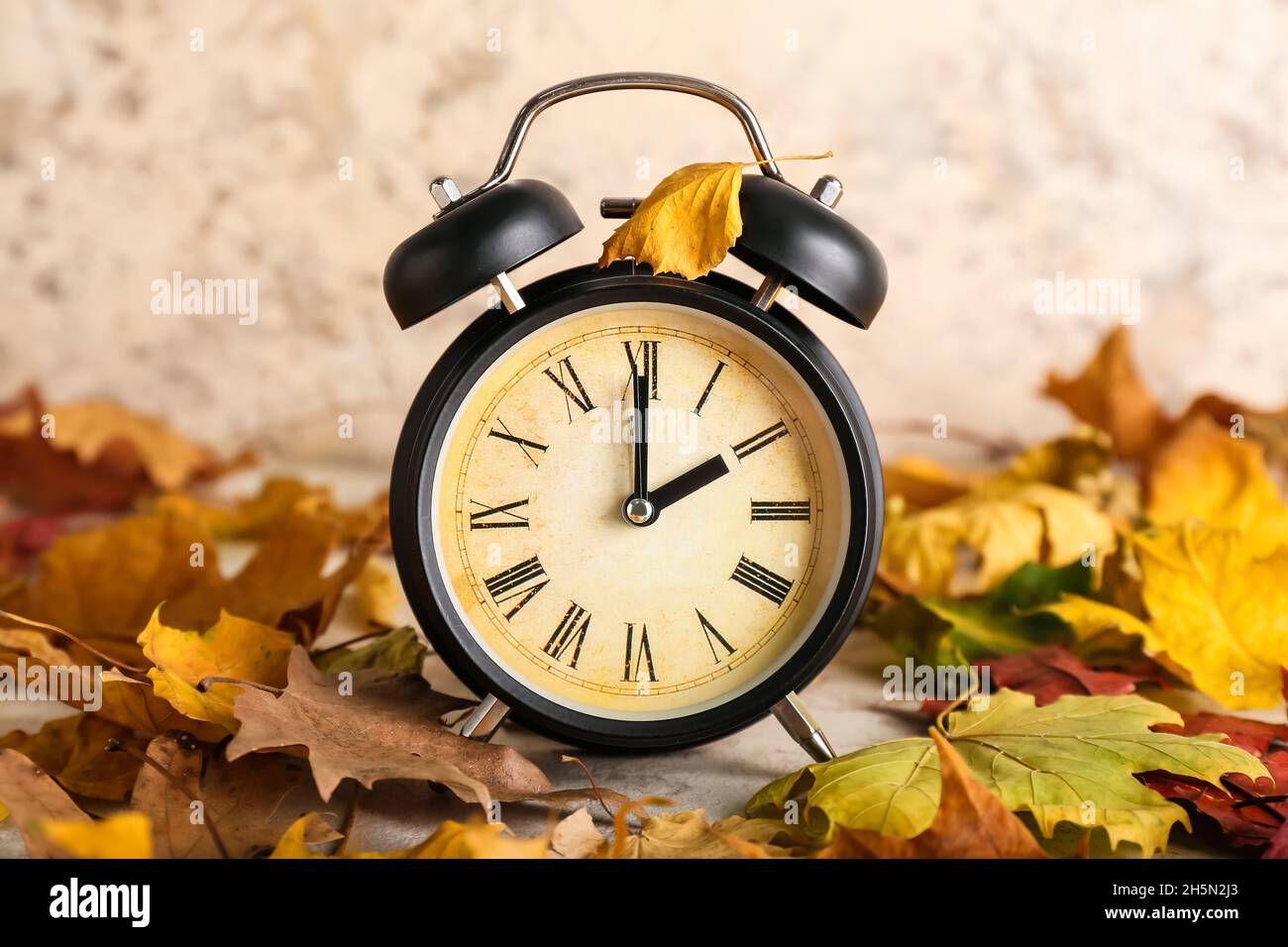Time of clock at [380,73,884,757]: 2:00
